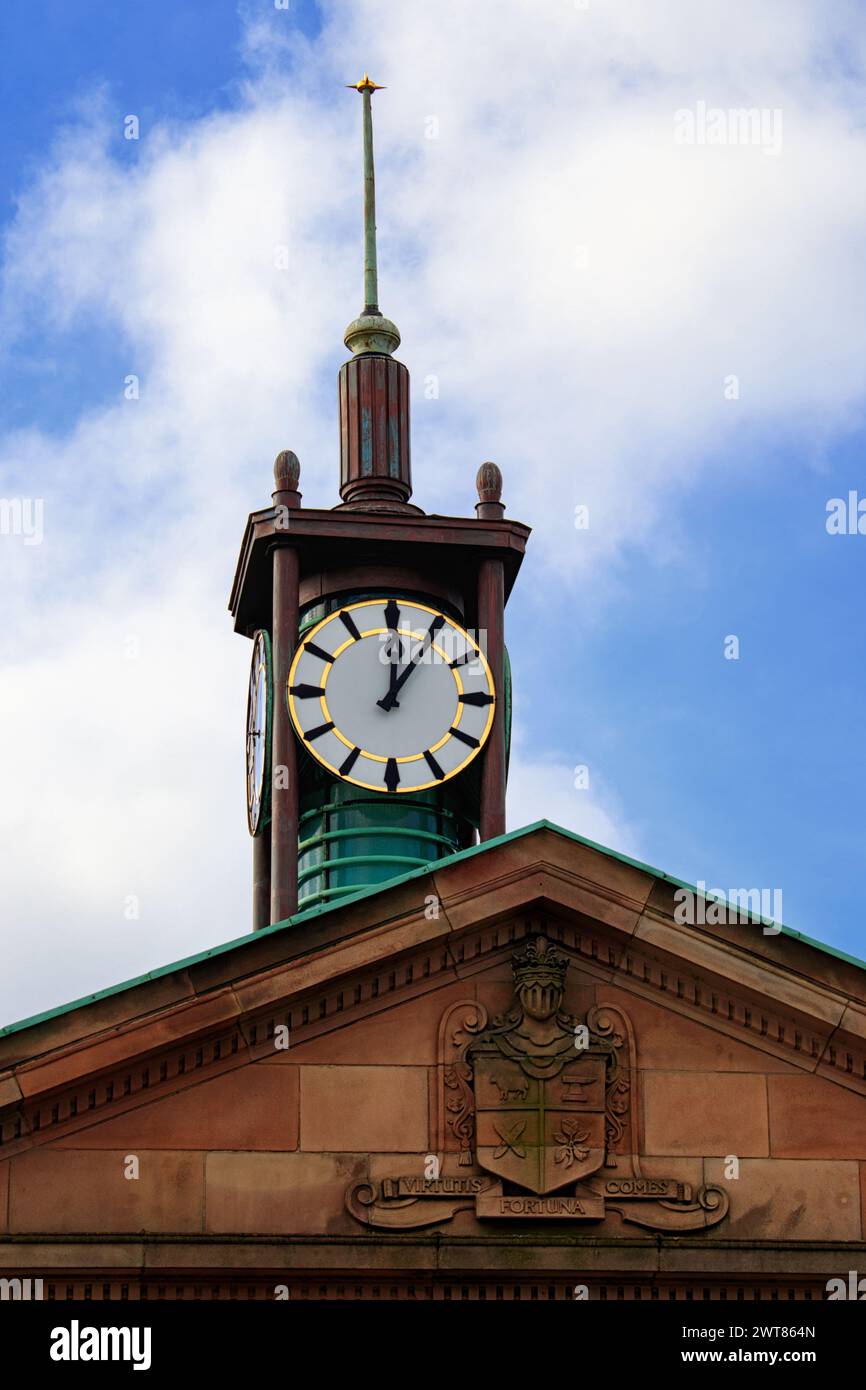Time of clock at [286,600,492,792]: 12:05
